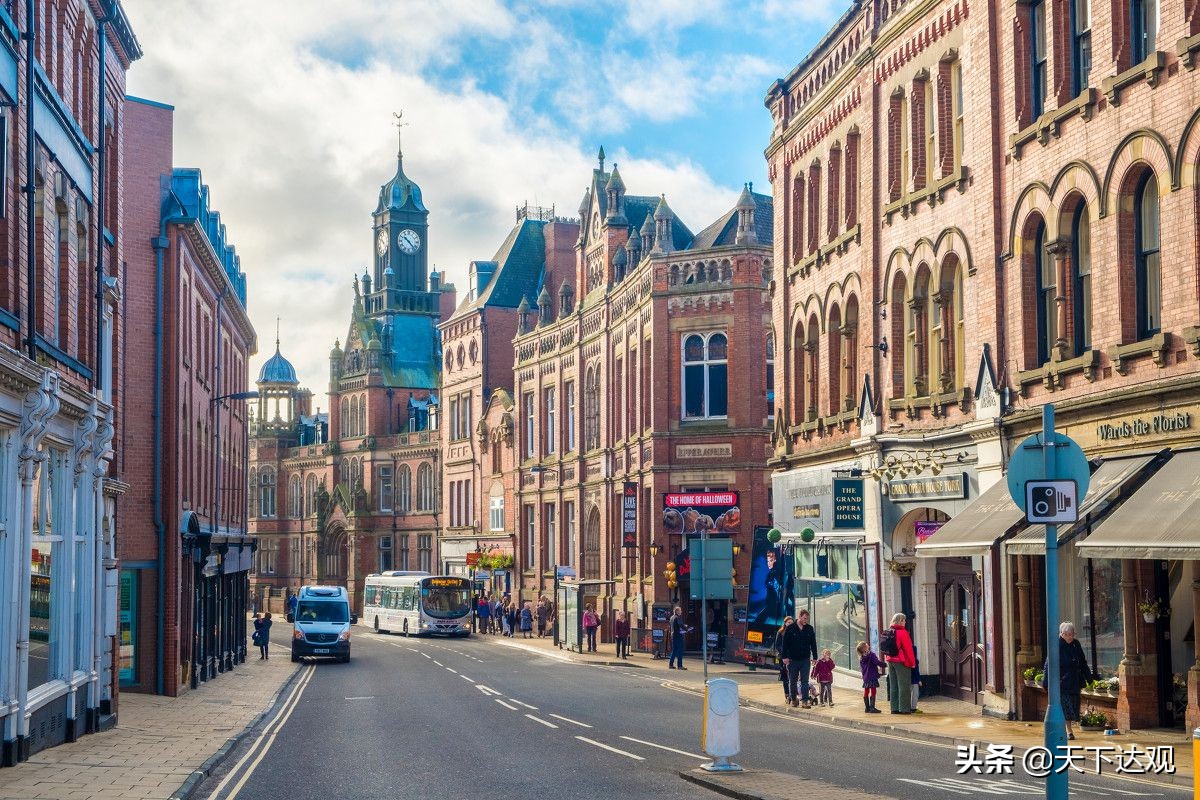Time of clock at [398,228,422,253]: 10:22
